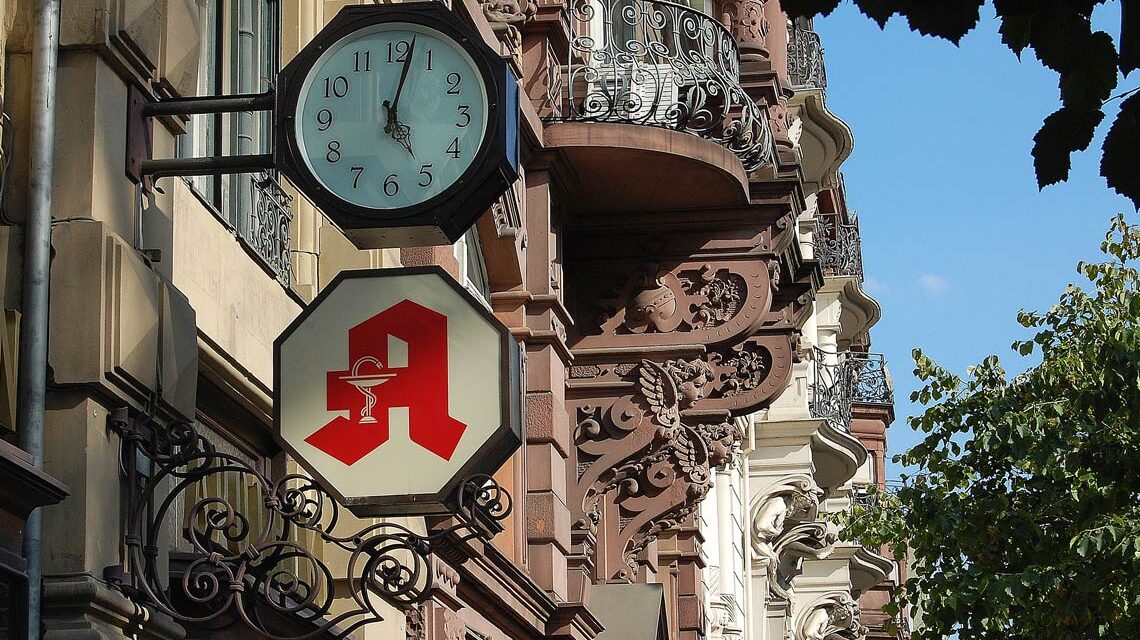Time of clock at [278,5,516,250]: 5:02
